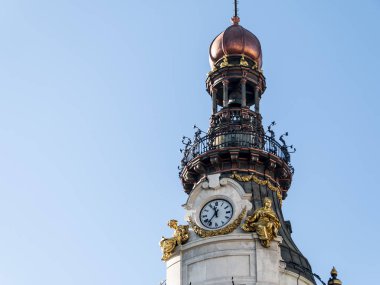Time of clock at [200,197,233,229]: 11:36
